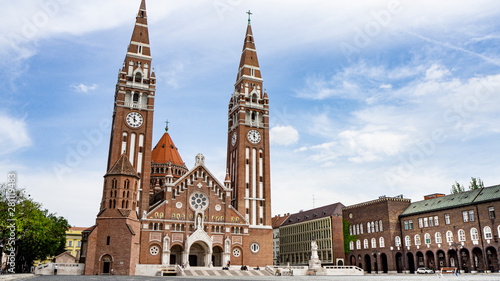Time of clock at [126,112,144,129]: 11:50
